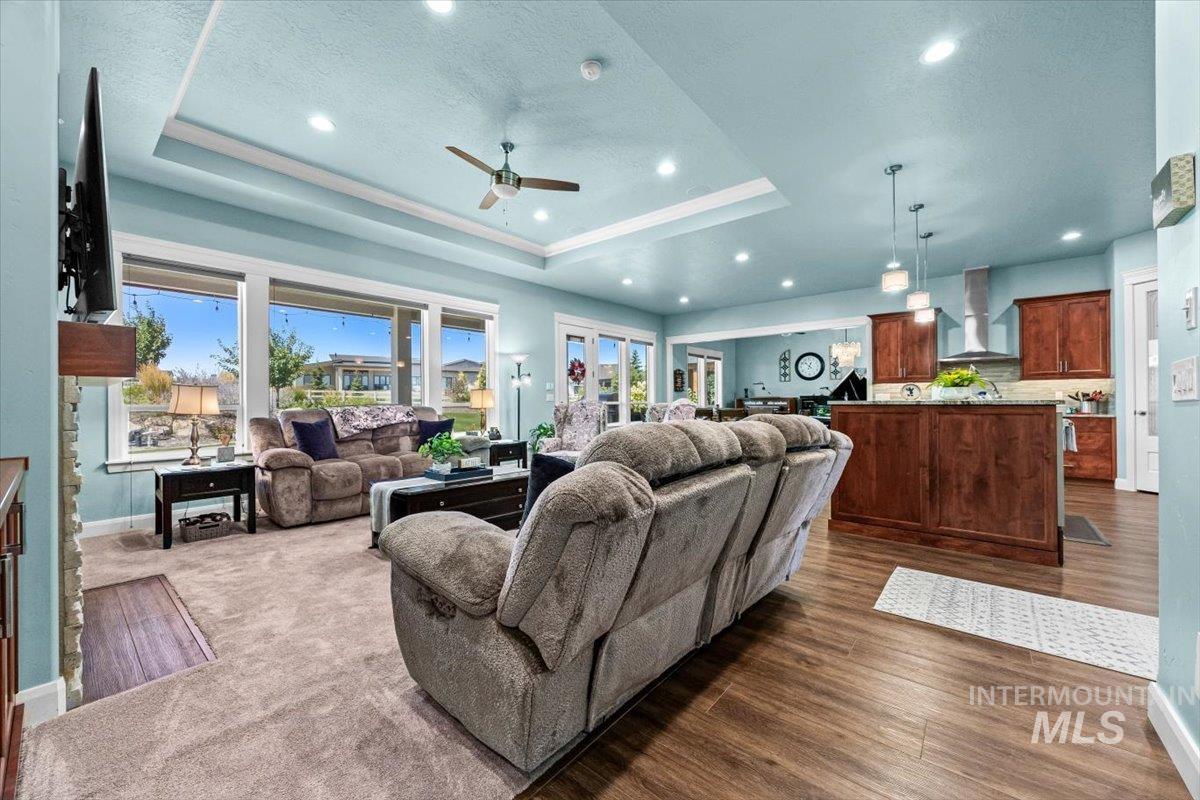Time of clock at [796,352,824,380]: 12:52
